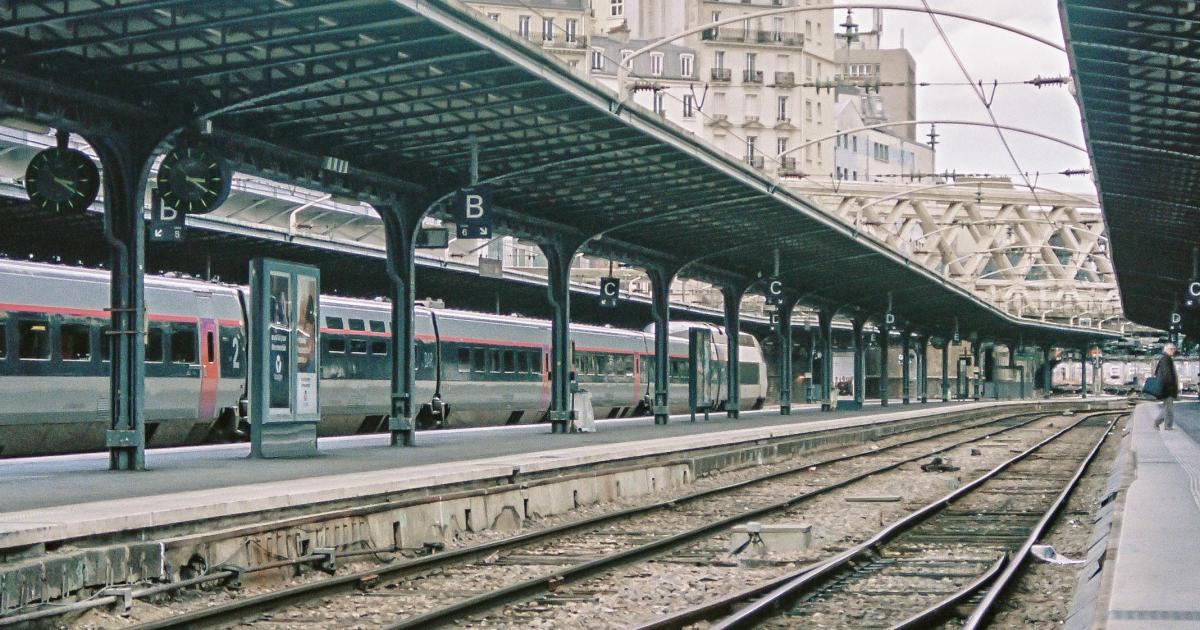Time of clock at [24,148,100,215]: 3:20
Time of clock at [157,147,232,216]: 3:20
